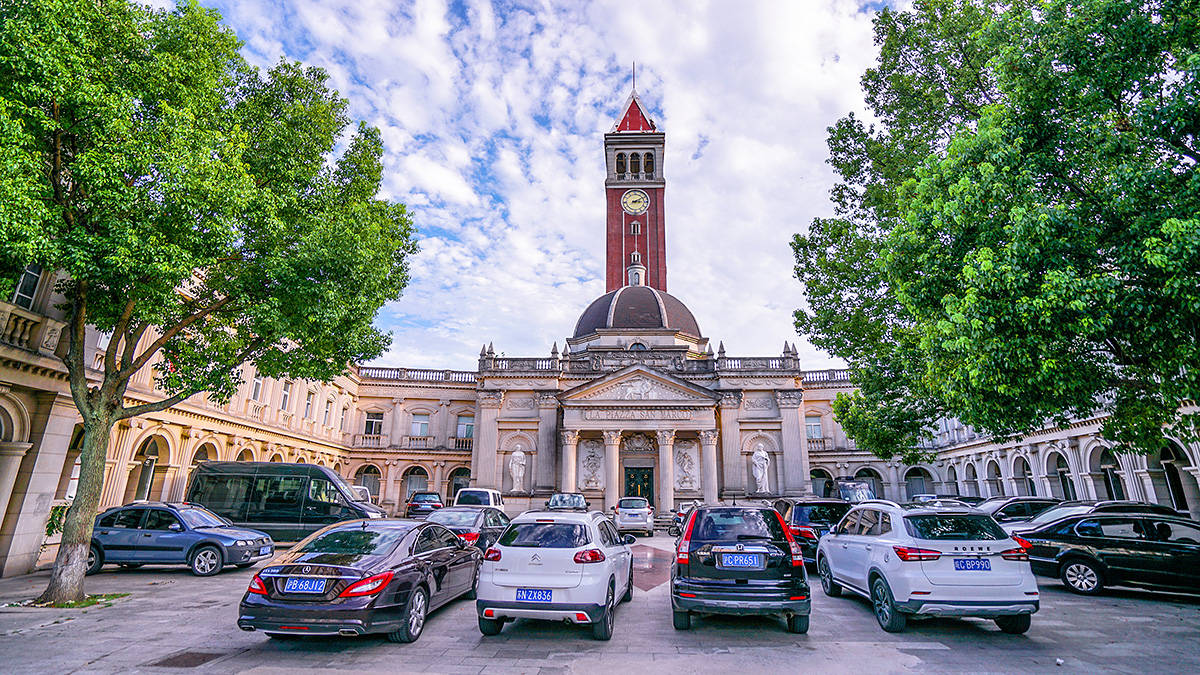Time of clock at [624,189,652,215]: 3:09
